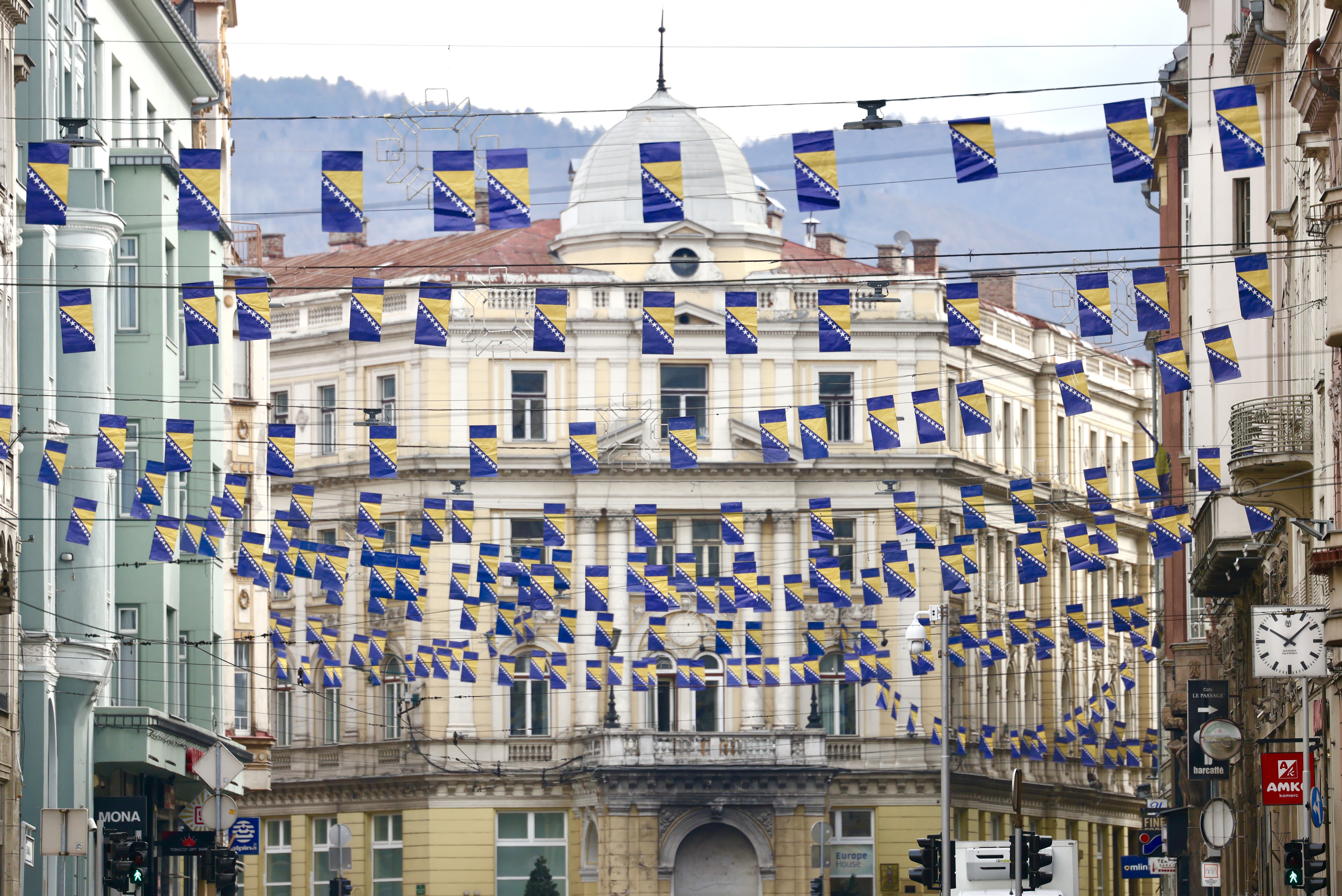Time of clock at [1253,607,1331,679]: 10:07
